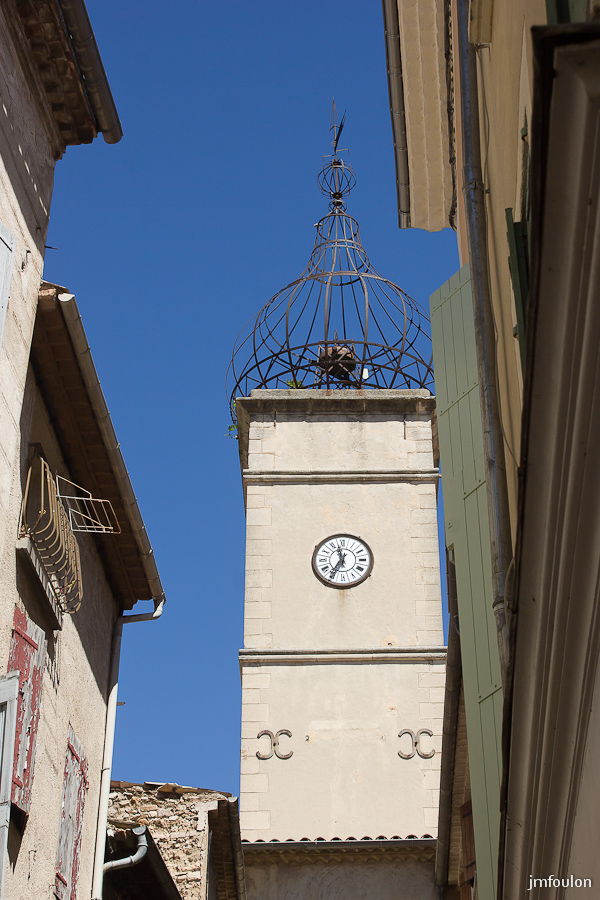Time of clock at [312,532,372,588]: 11:35
